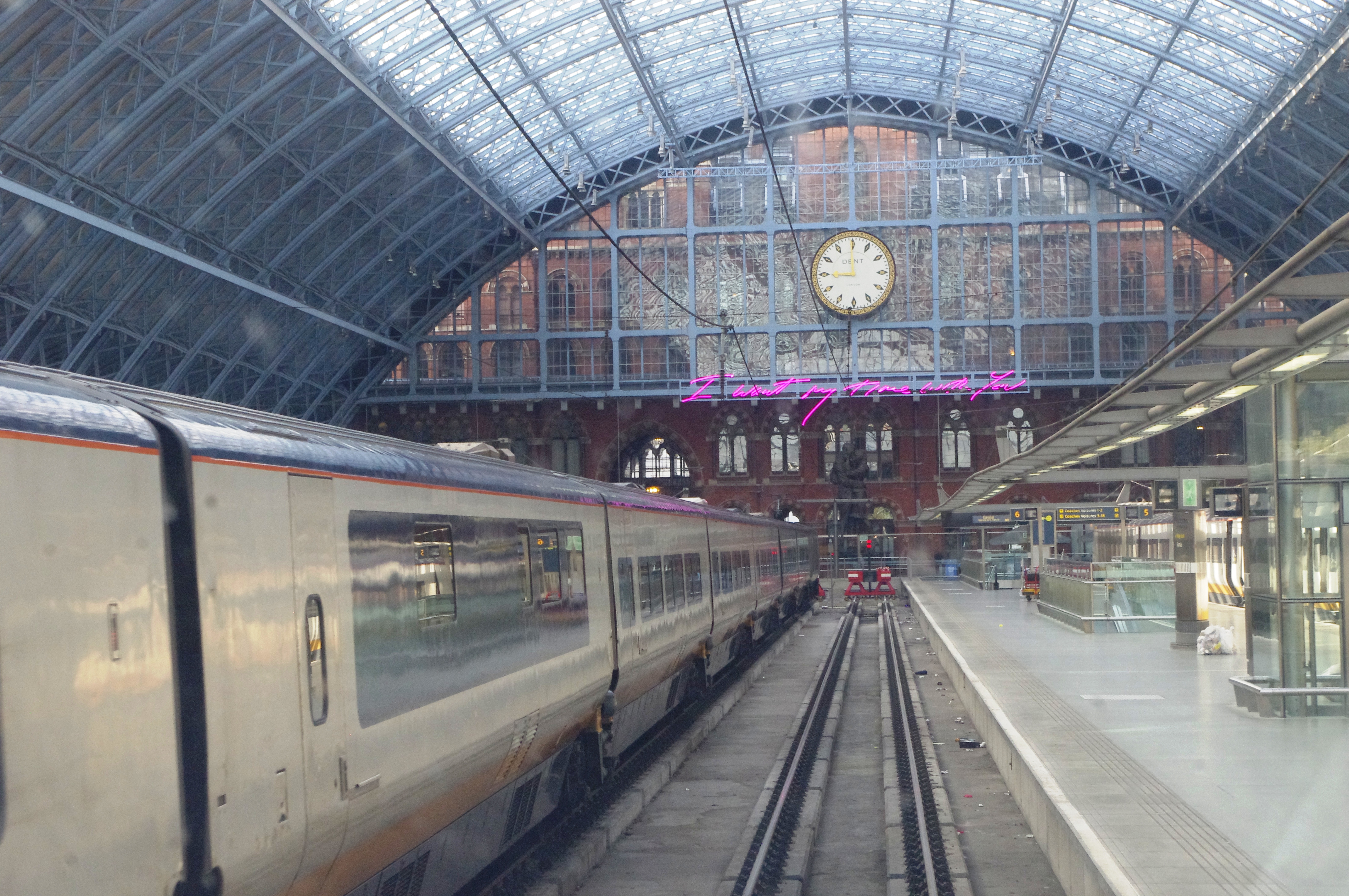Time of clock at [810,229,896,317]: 8:59
